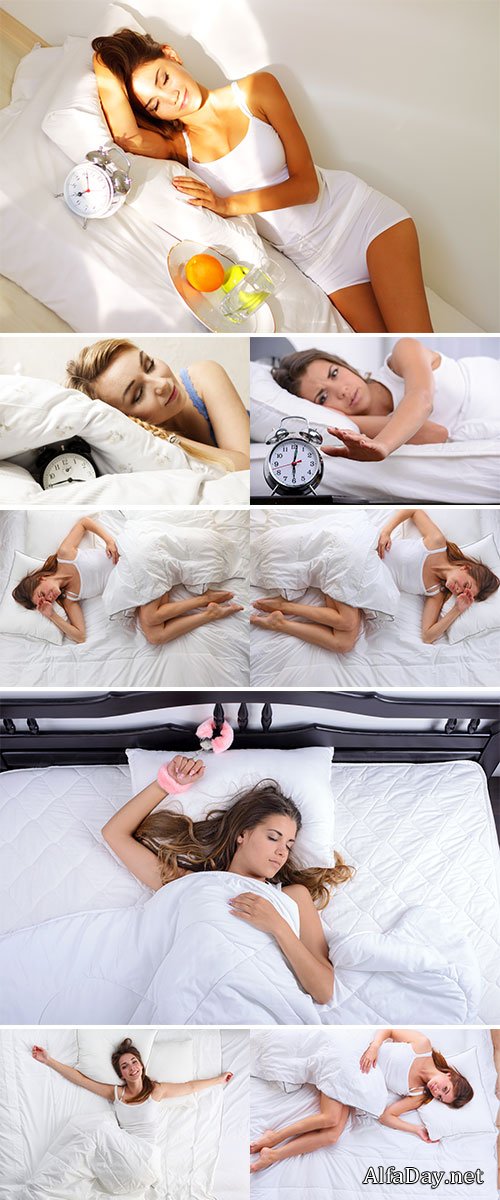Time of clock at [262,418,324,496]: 6:01
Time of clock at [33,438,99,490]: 3:45
